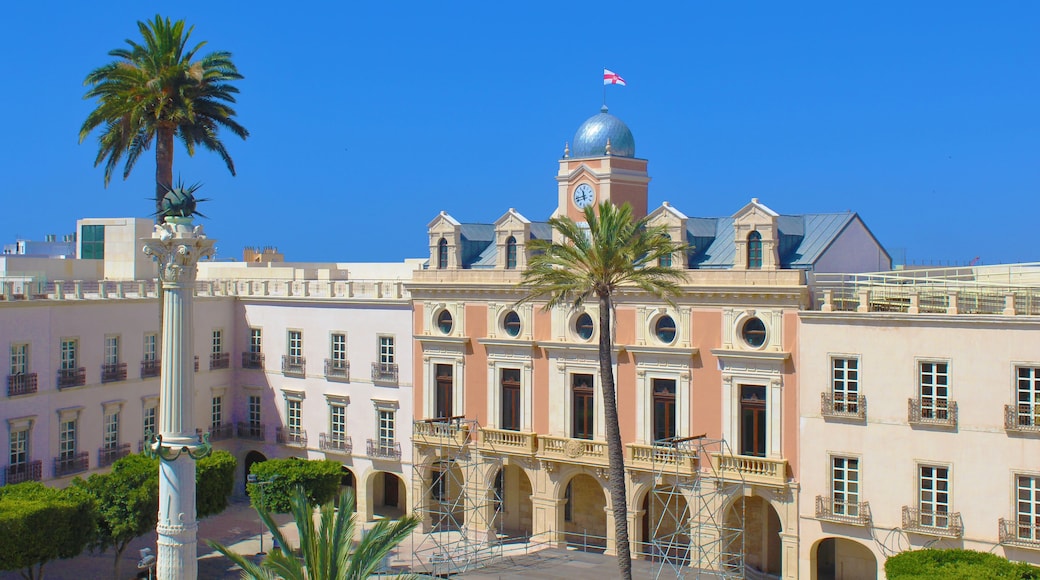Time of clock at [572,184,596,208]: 11:42
